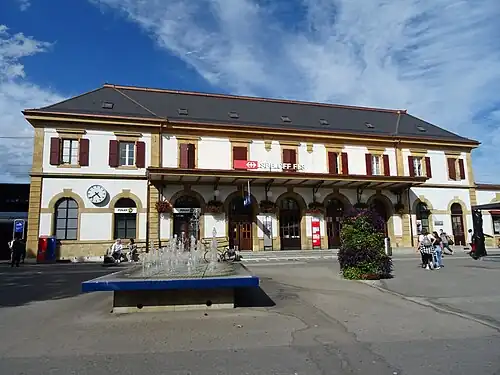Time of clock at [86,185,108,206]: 4:38
